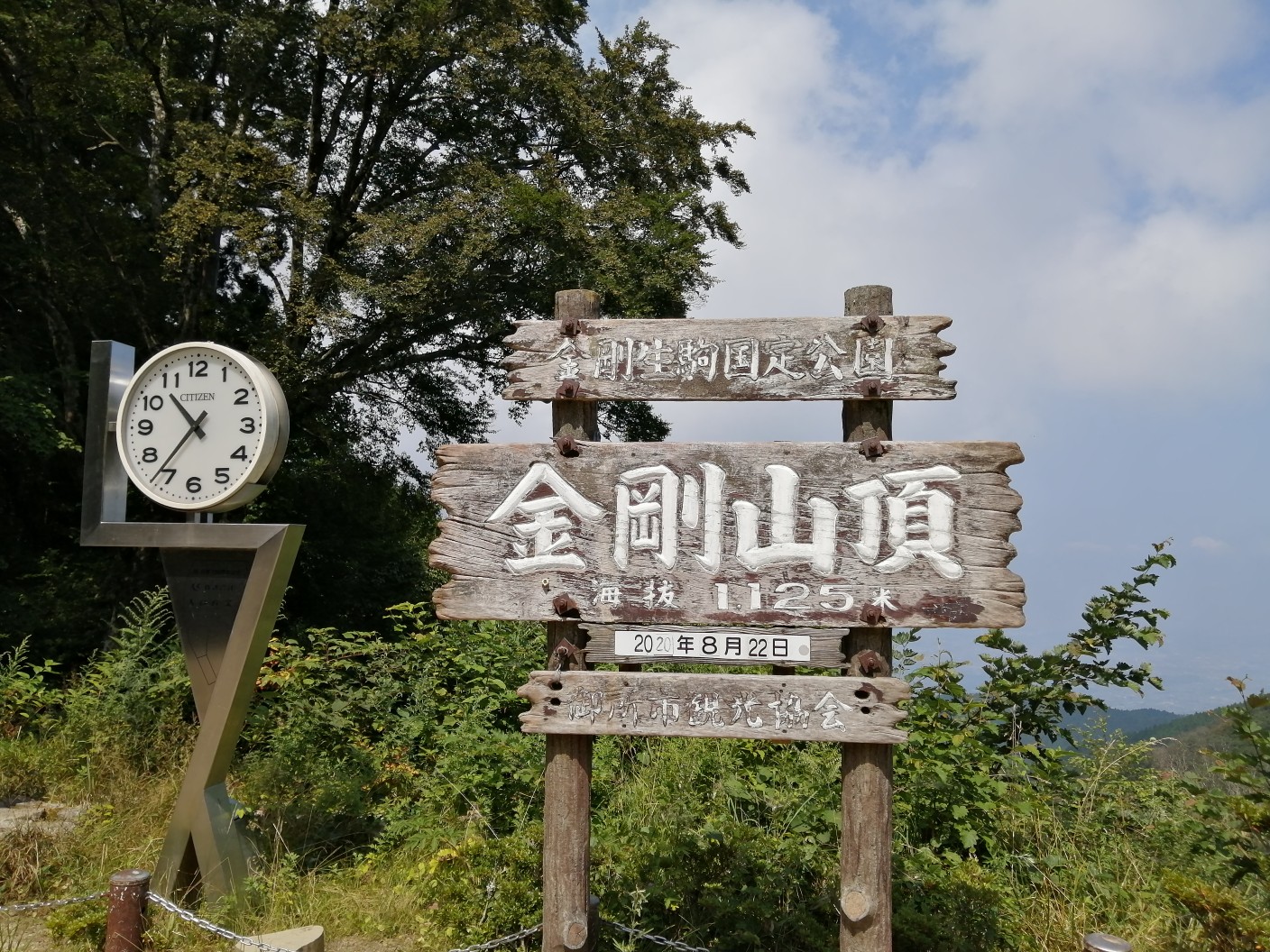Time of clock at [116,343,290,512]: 10:36
